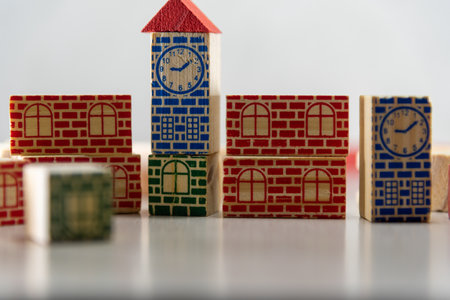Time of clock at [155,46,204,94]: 9:08
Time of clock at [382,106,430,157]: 9:08
